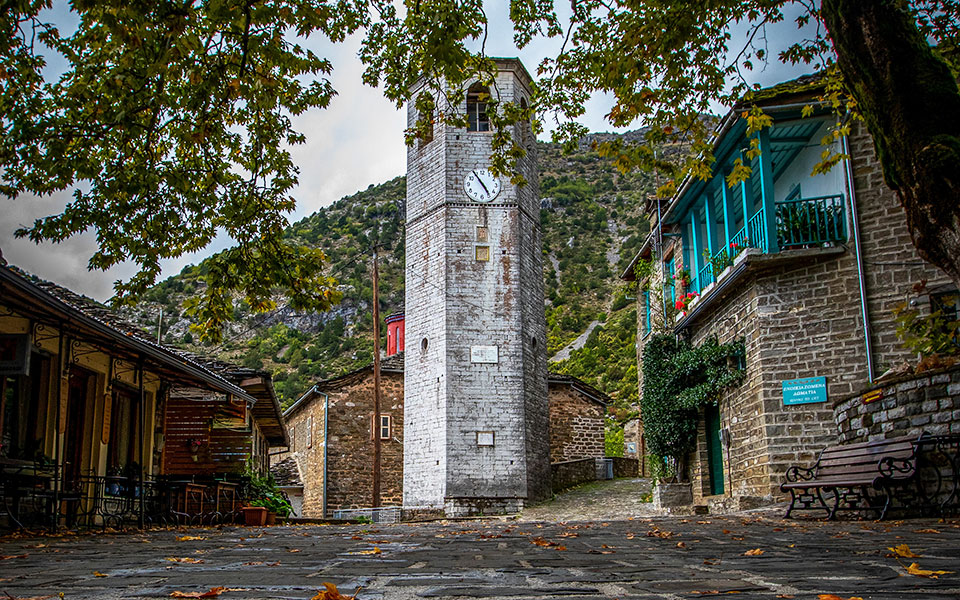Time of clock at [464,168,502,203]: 4:54
